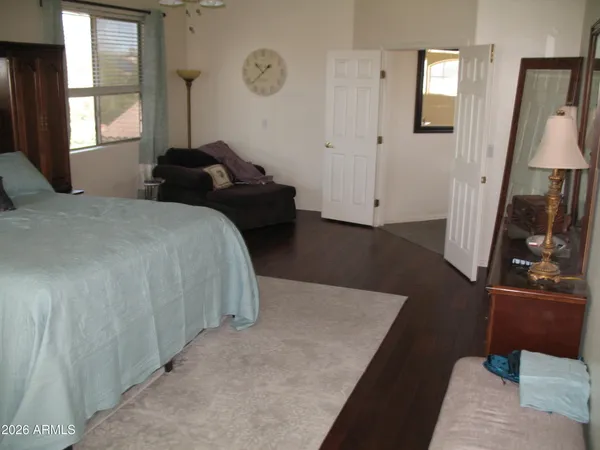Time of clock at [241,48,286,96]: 1:37
